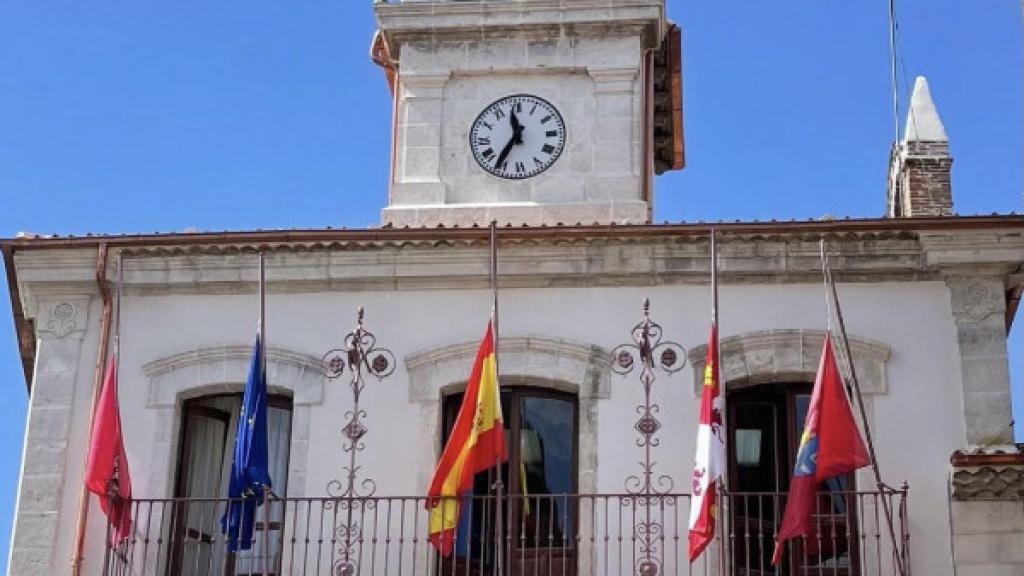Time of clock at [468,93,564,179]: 11:35
